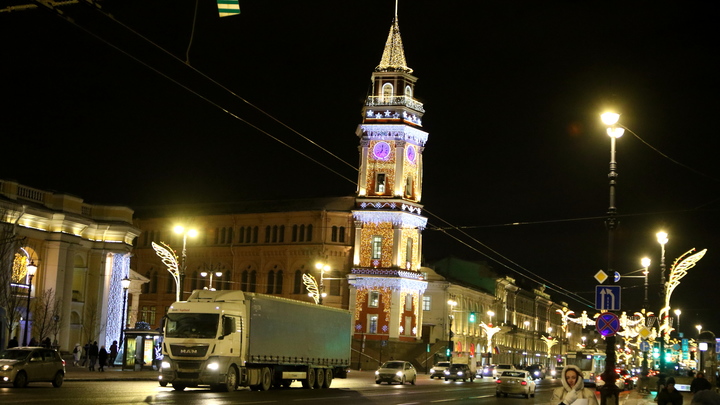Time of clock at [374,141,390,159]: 7:00
